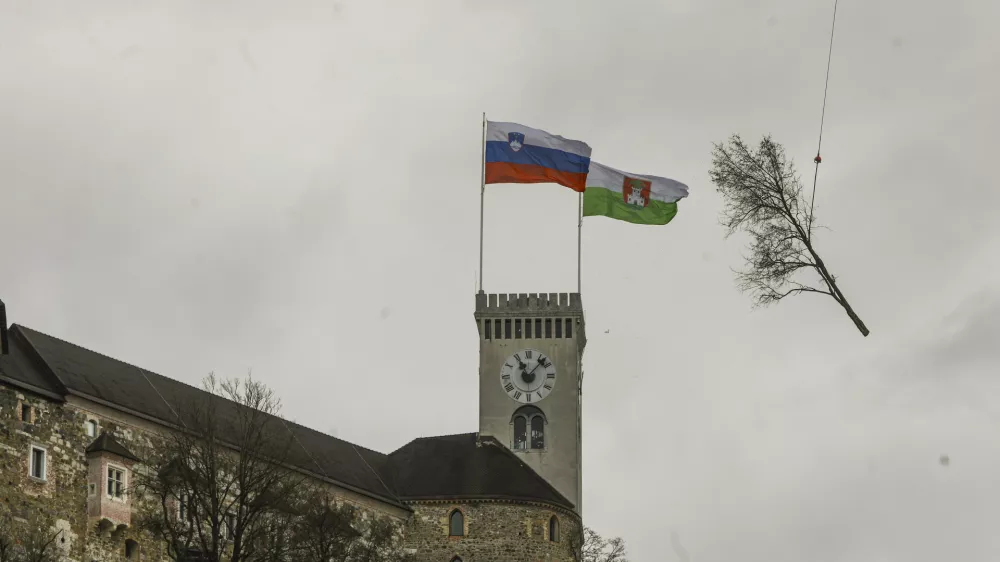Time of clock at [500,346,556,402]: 11:07
